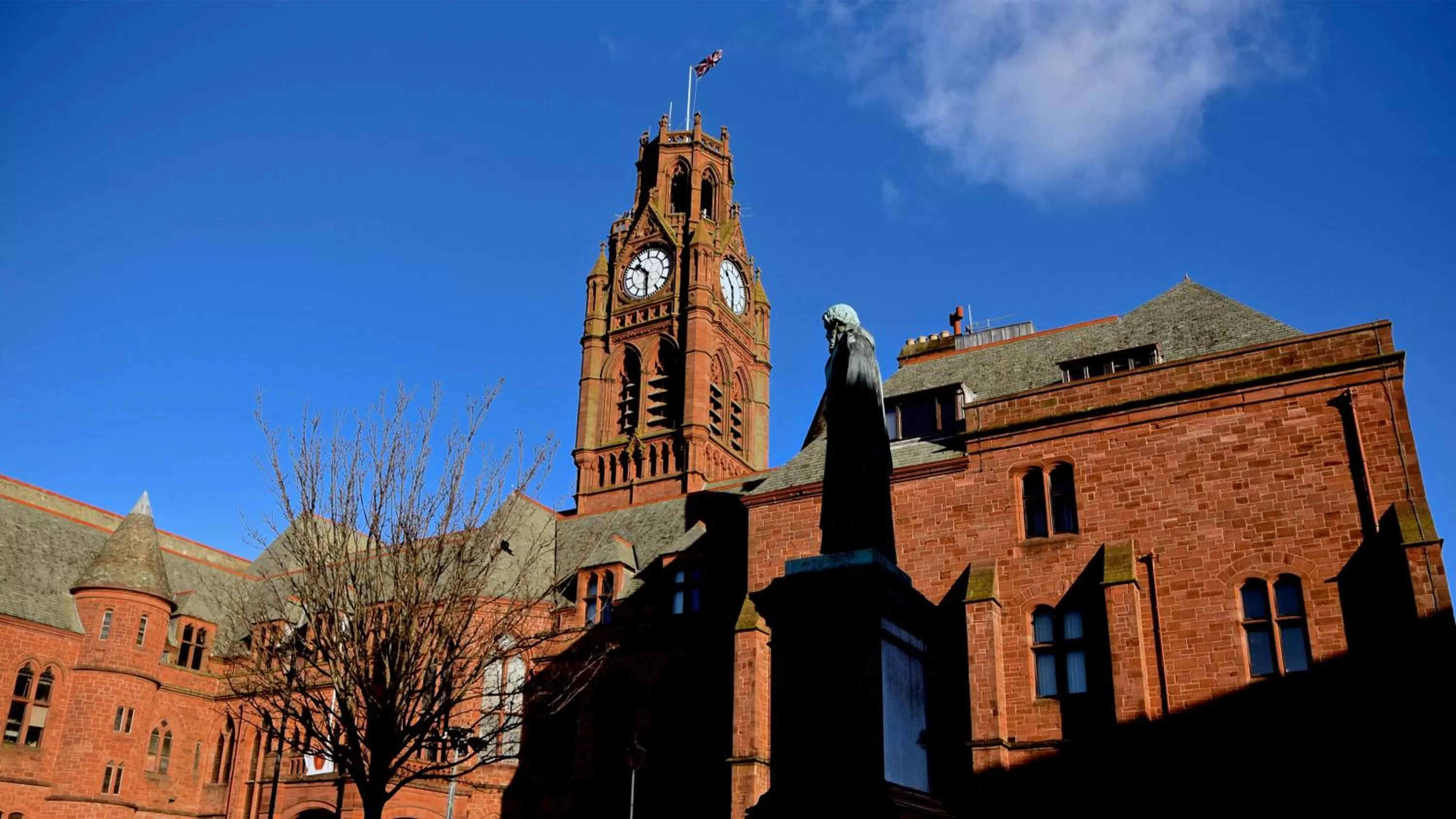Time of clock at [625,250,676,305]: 10:30
